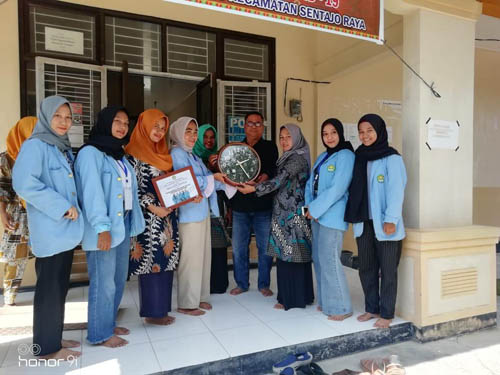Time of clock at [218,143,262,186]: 2:24
